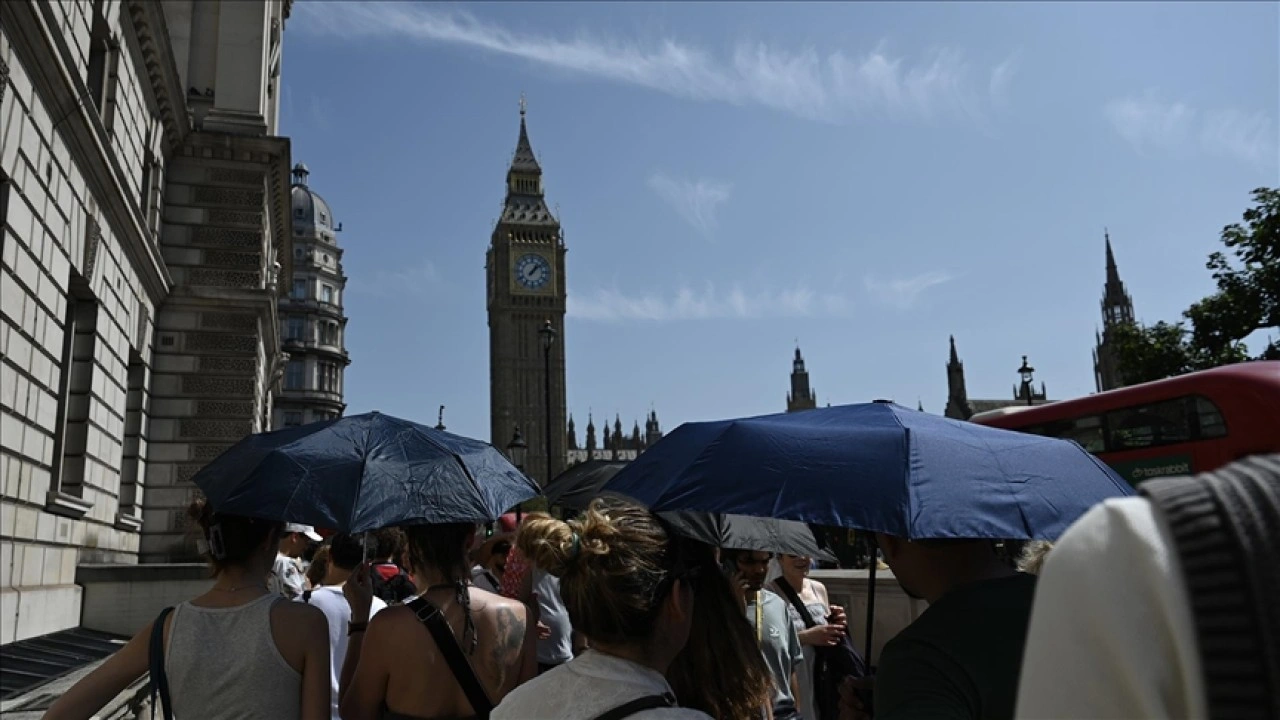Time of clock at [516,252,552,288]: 1:08
